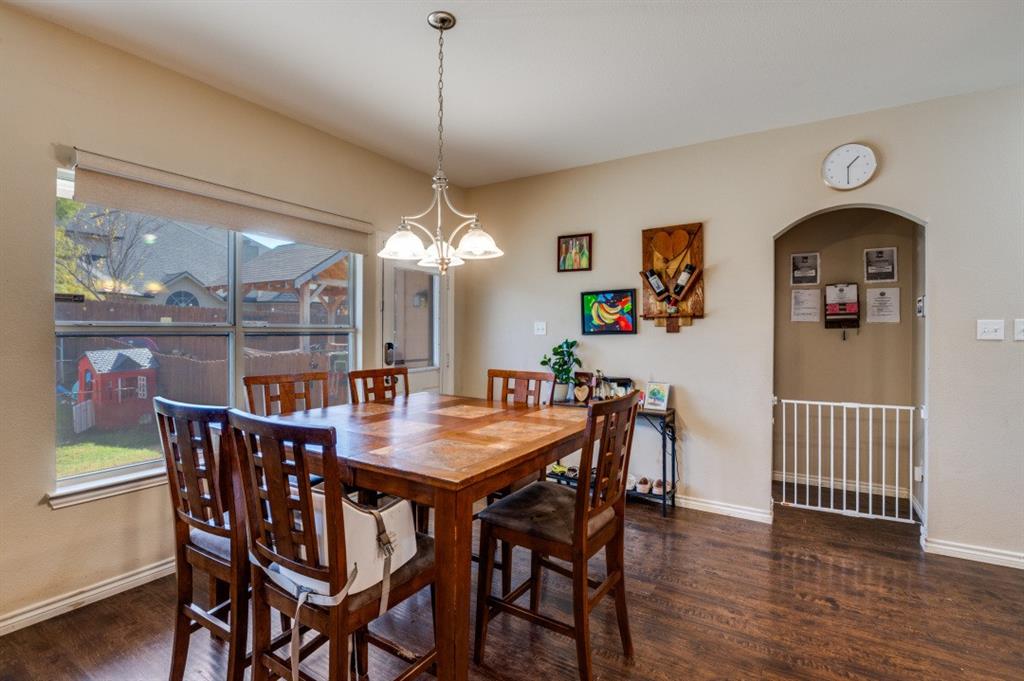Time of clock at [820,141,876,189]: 1:30
